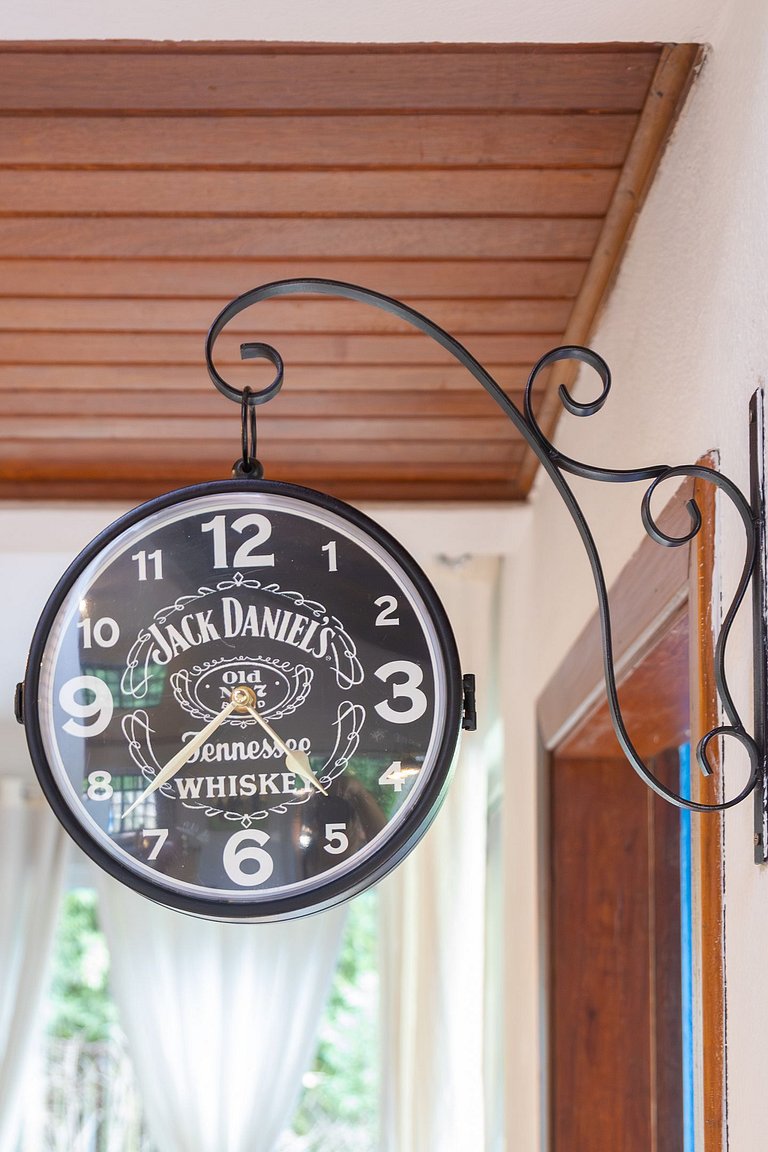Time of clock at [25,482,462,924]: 4:37
